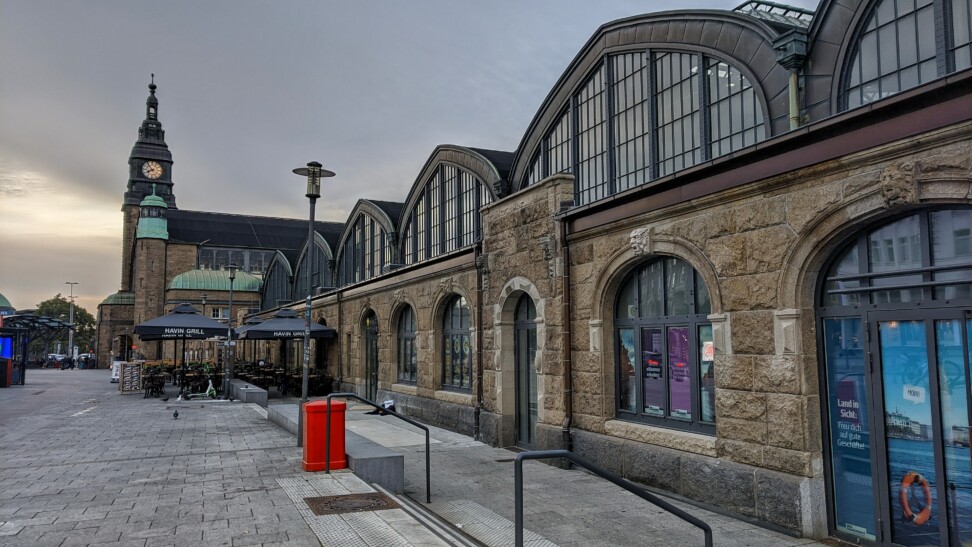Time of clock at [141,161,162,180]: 7:53
